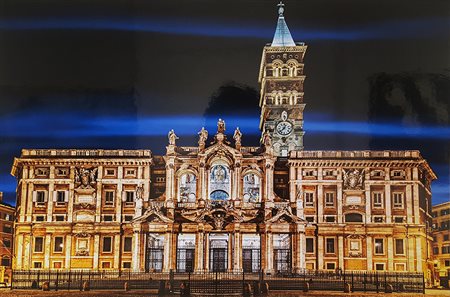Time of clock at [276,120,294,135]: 12:37
